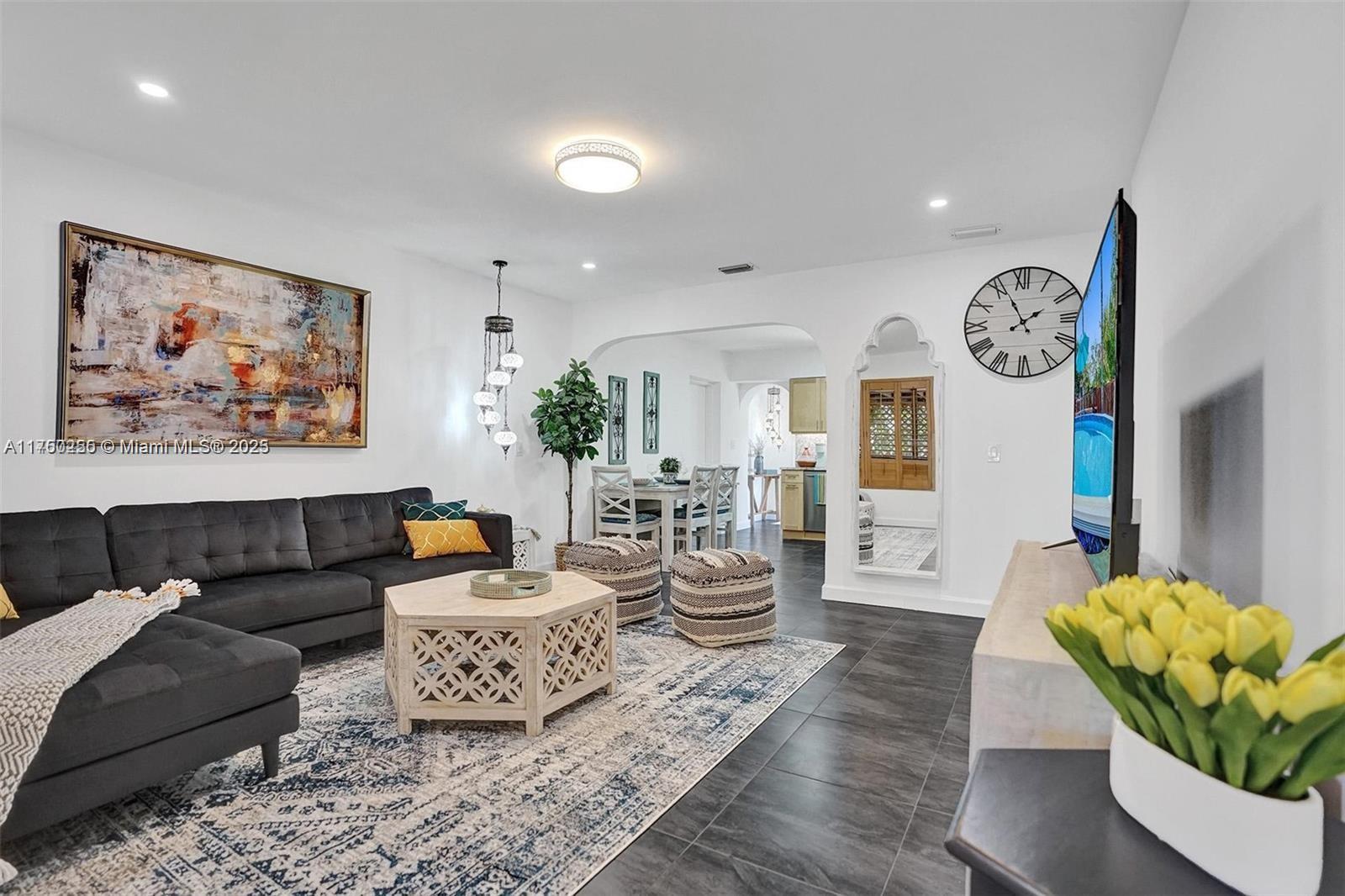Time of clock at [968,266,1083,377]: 1:56
